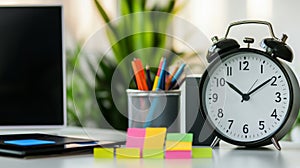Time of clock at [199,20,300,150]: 10:09
